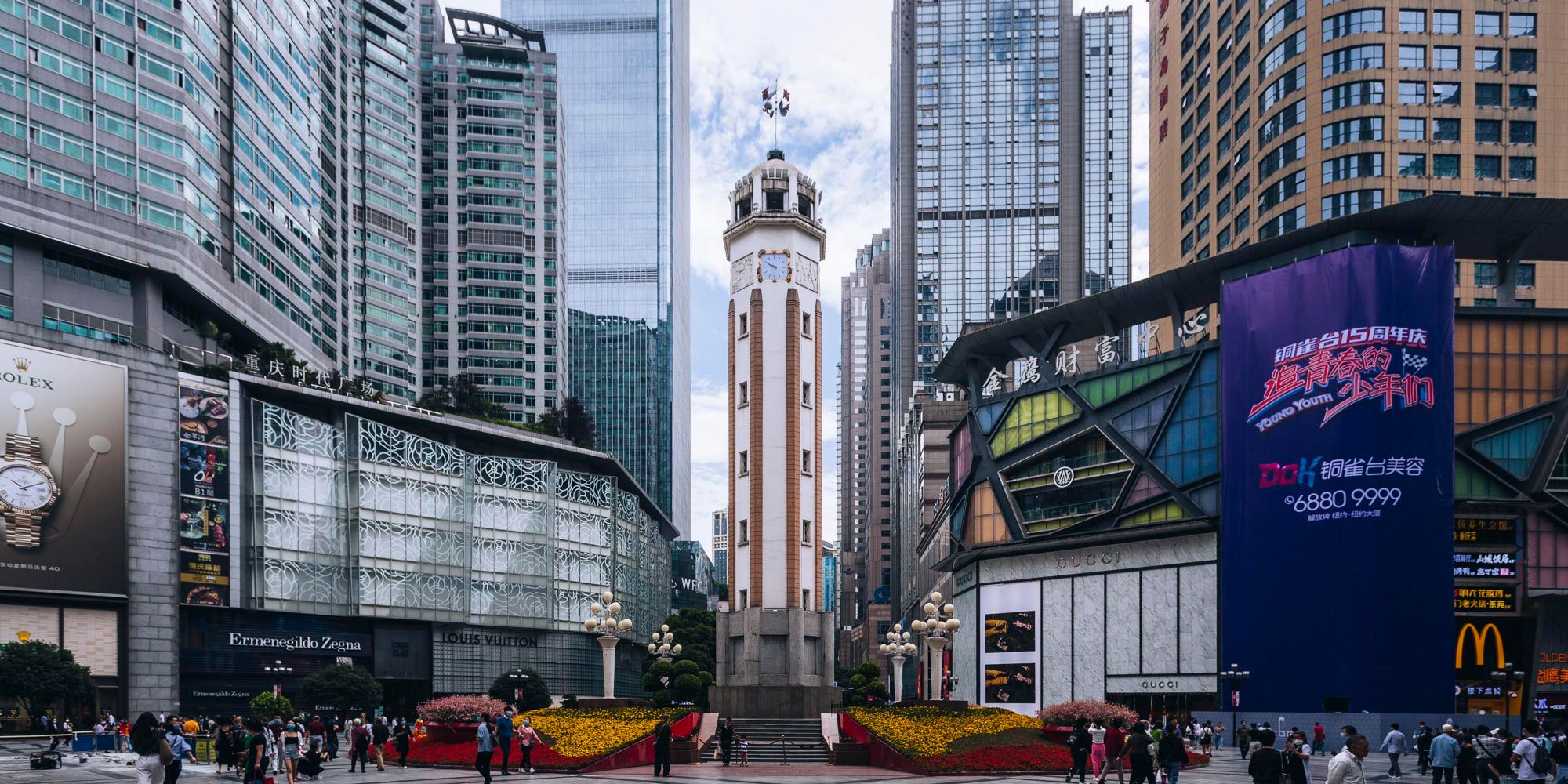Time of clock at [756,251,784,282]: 9:49
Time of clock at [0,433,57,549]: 10:10
